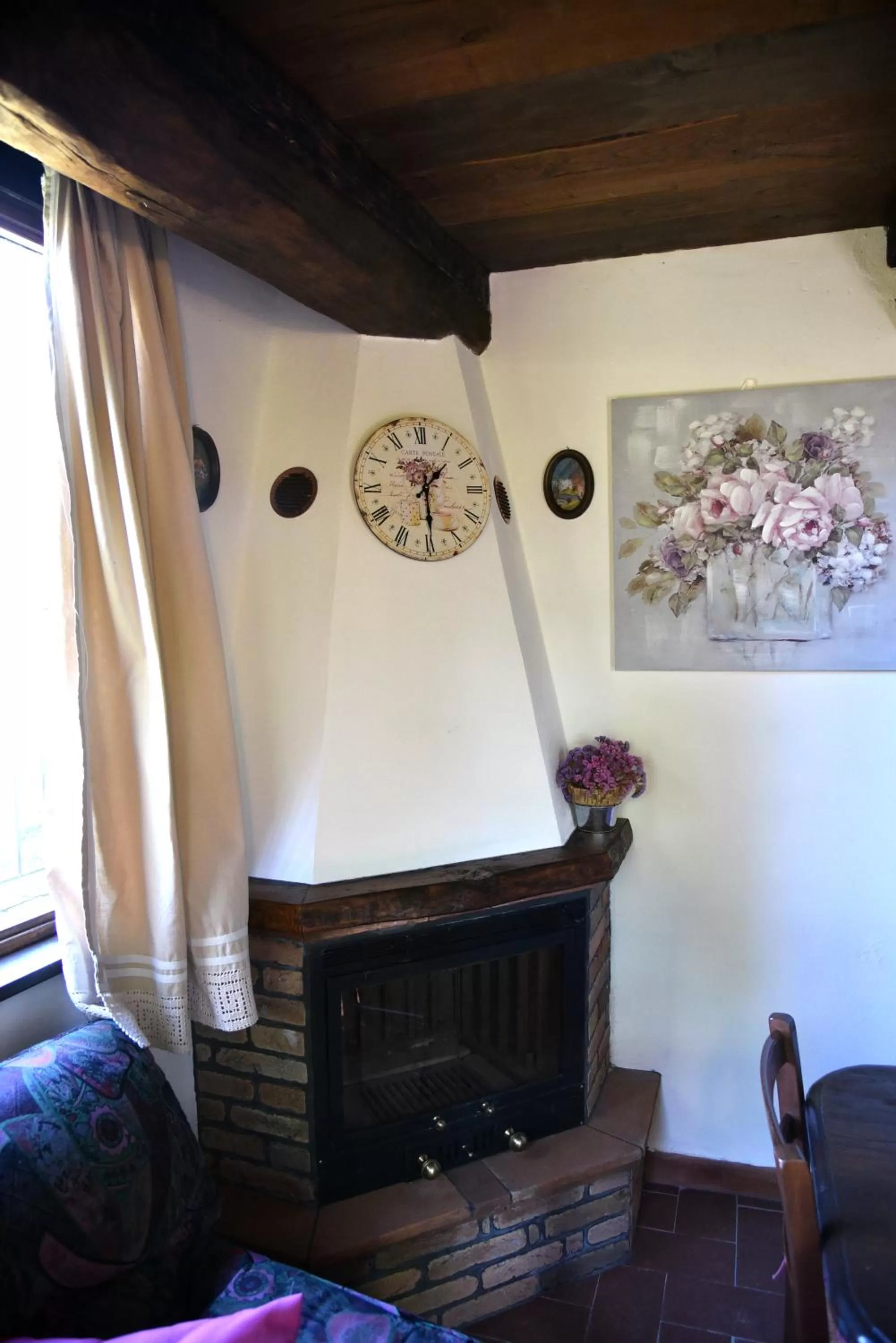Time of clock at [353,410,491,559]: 1:29
